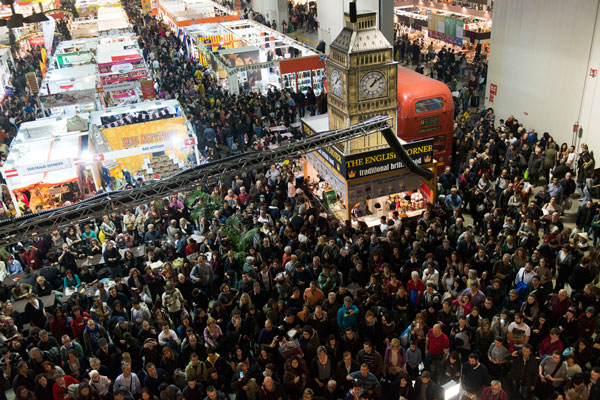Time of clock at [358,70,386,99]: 1:08
